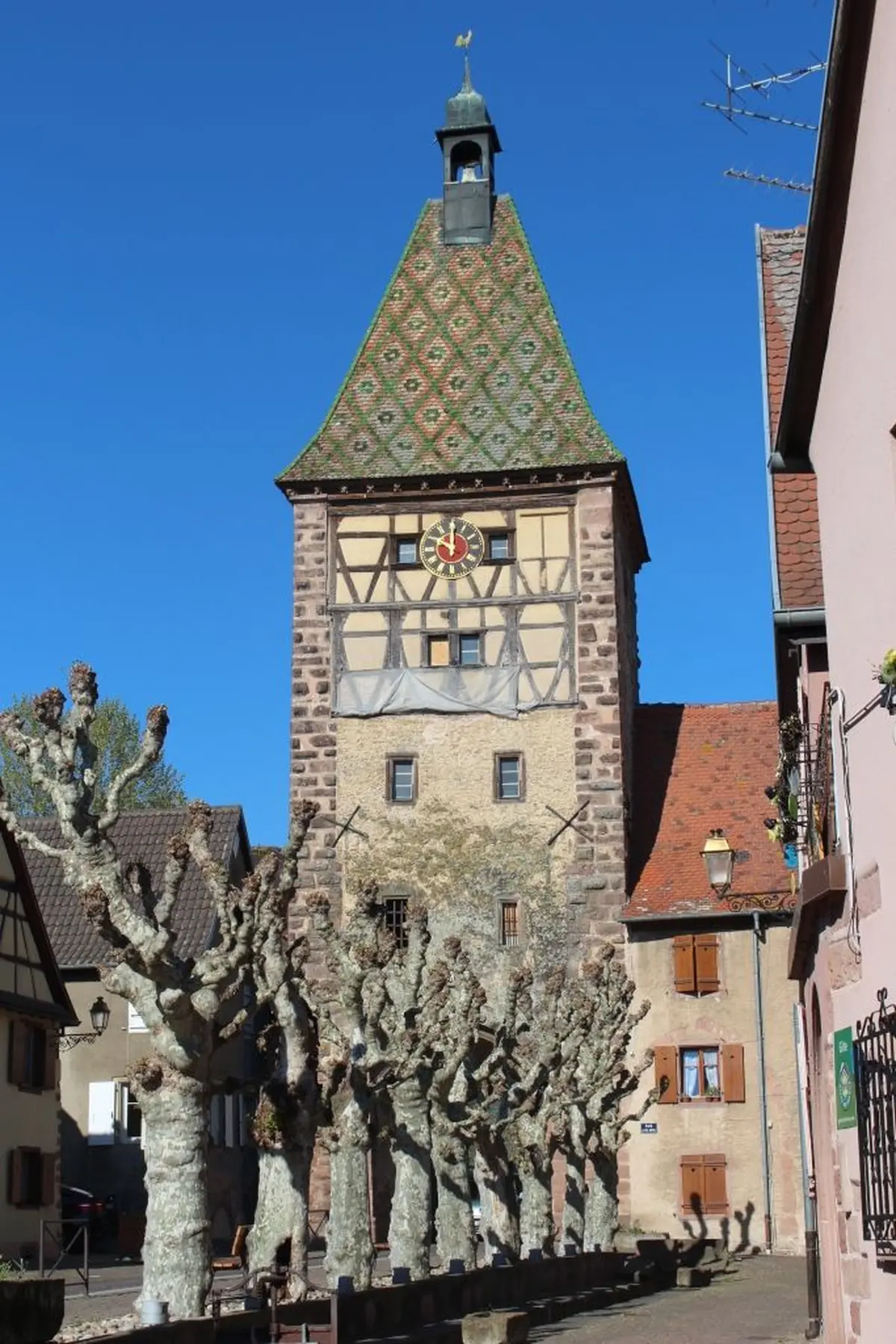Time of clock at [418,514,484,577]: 10:00
